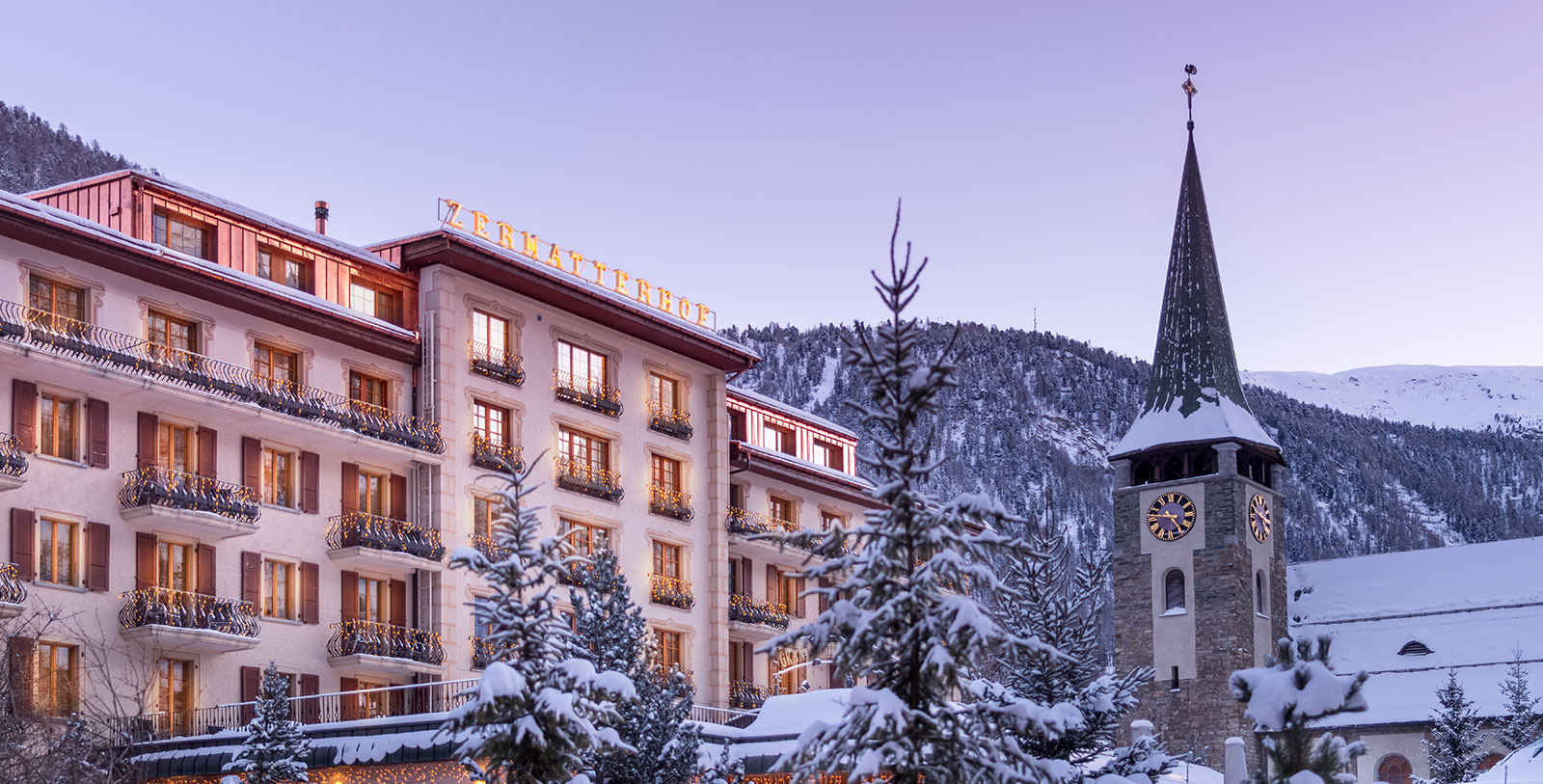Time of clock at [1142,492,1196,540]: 4:46
